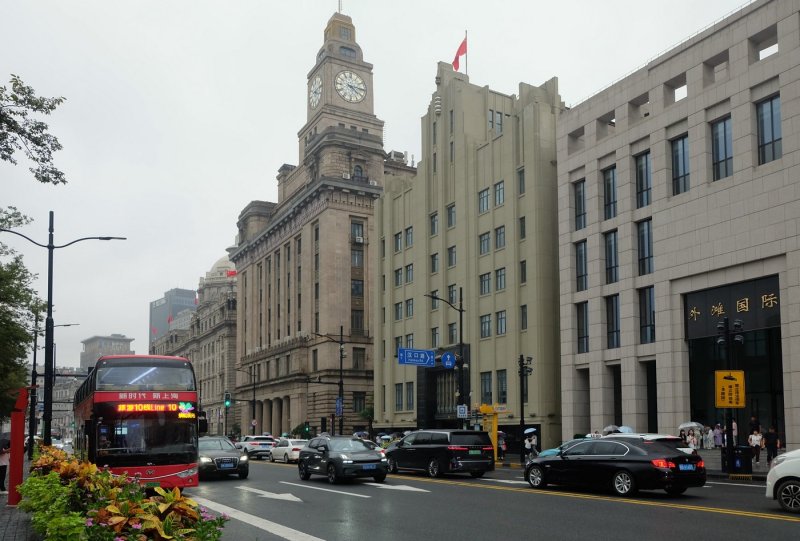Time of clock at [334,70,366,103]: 4:14
